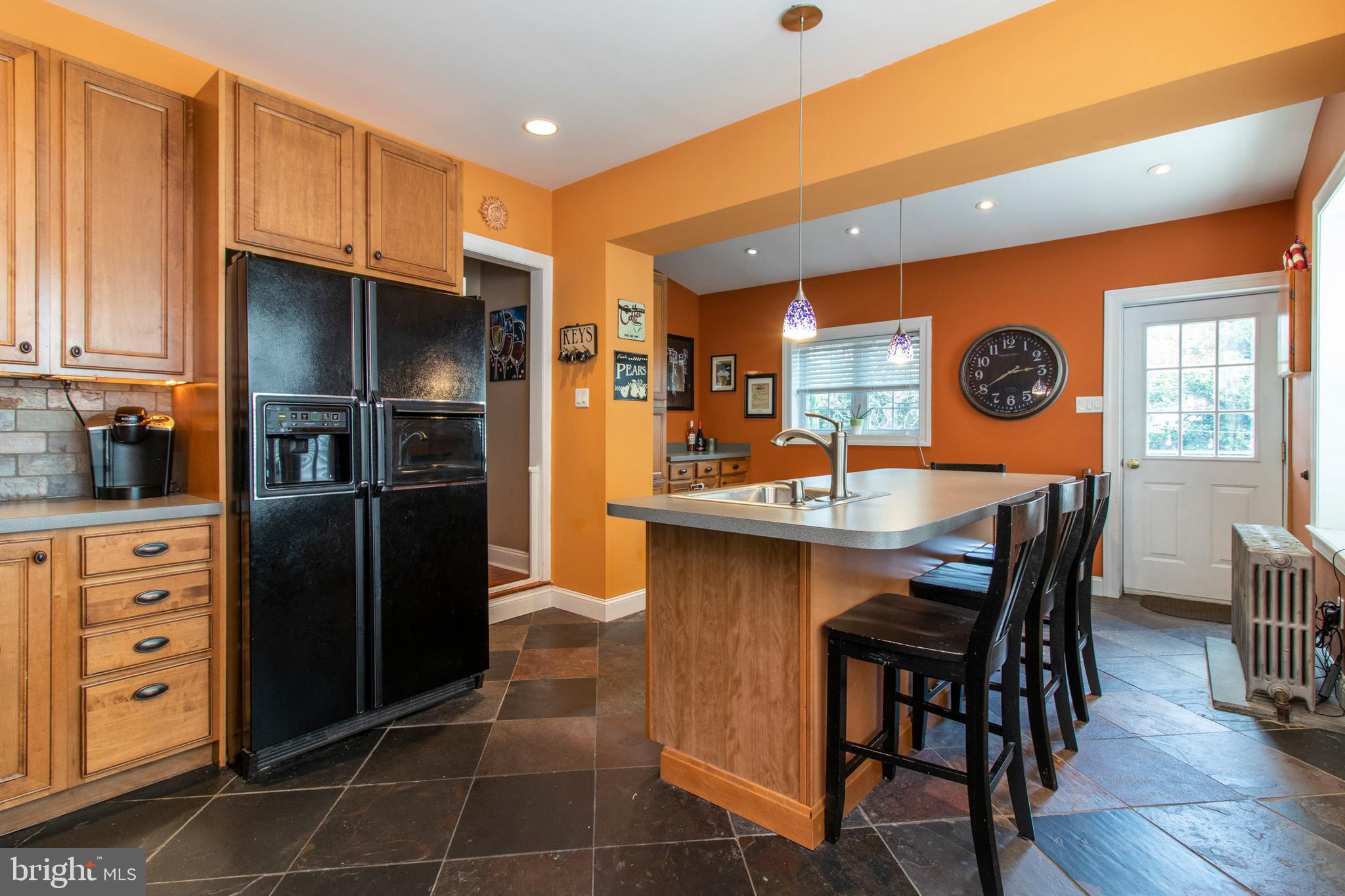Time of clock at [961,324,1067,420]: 2:40
